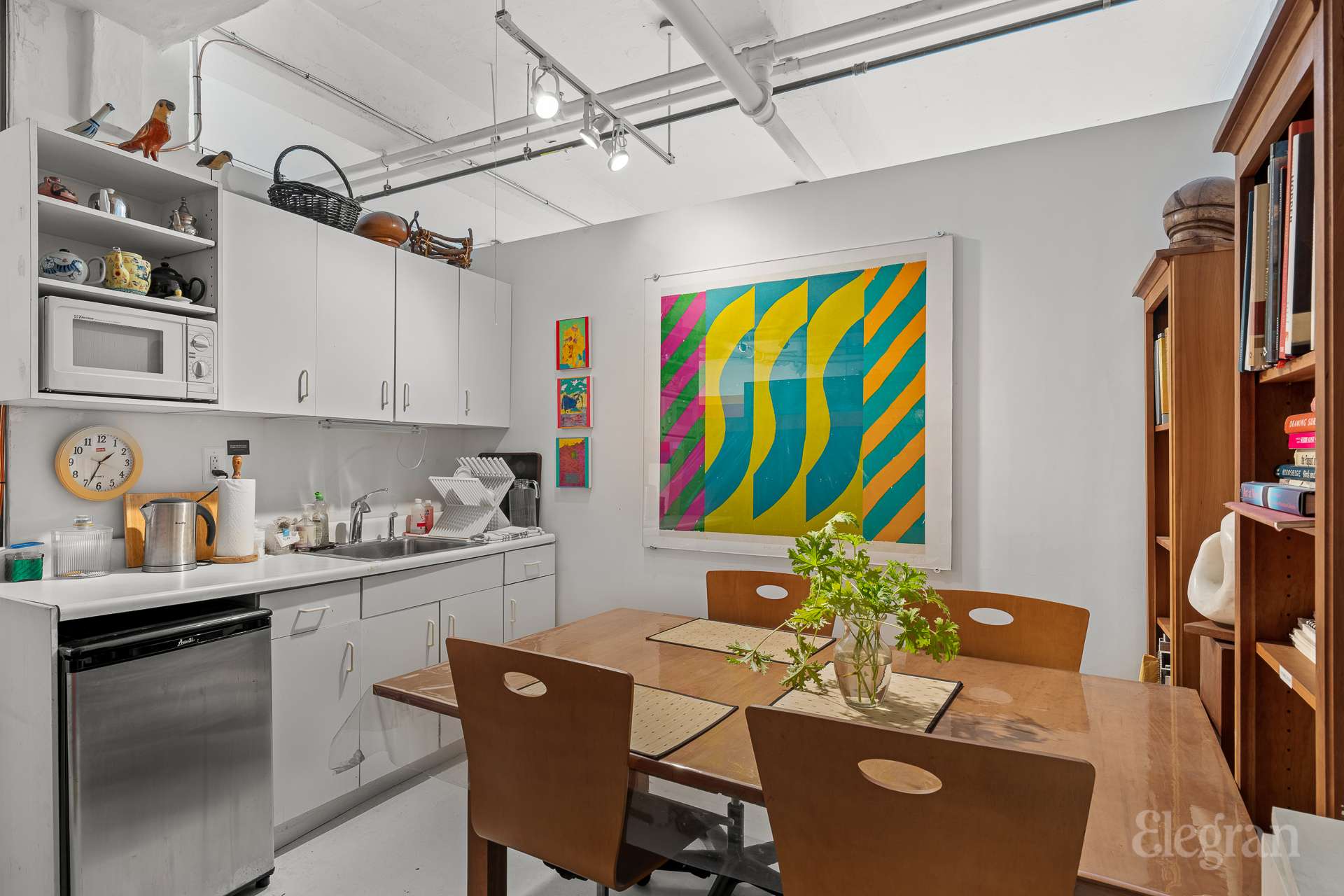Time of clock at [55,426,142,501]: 1:33
